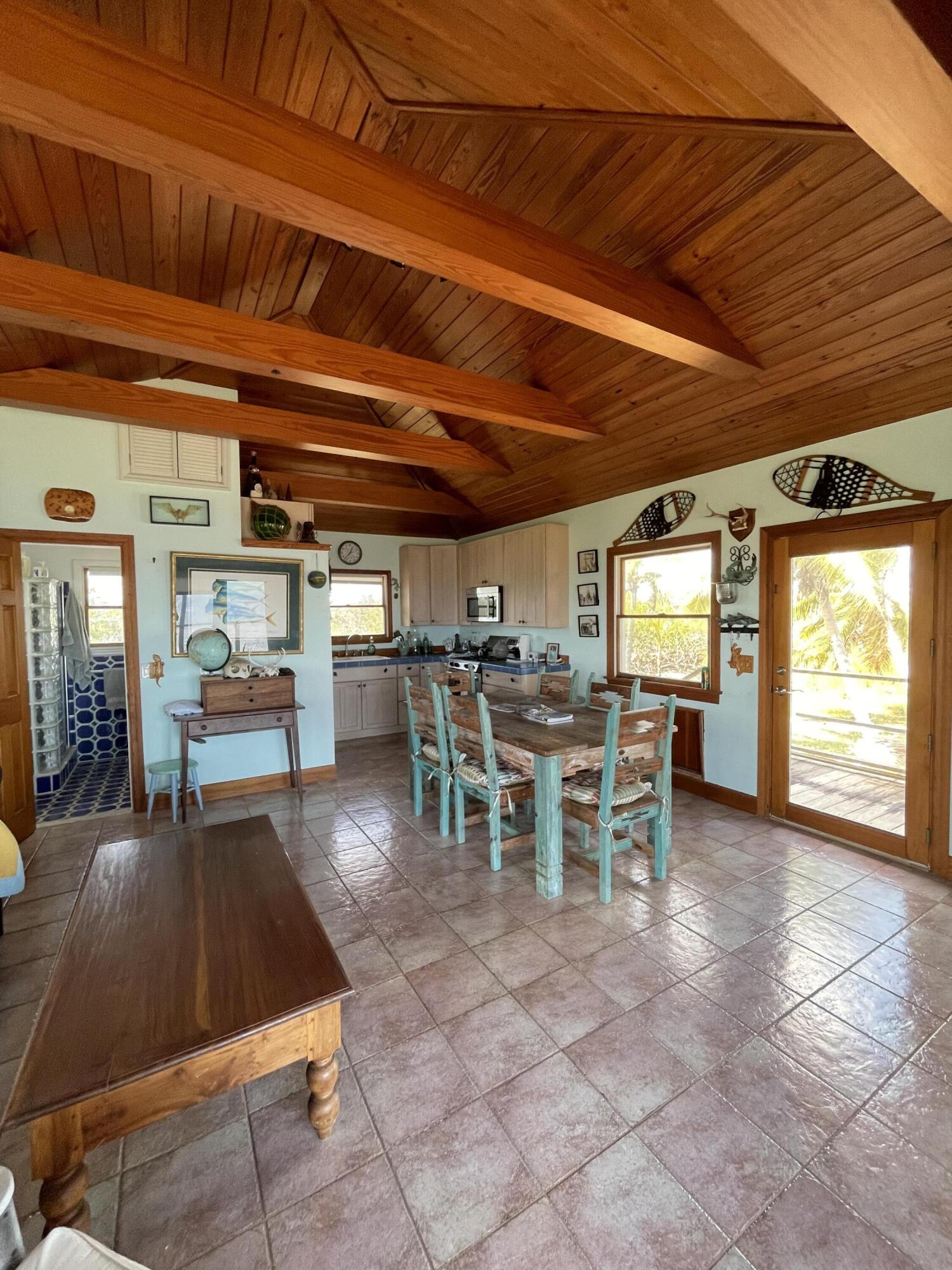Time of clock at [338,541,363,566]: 12:37
